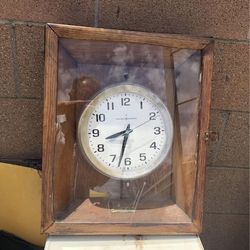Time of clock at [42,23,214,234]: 8:32
